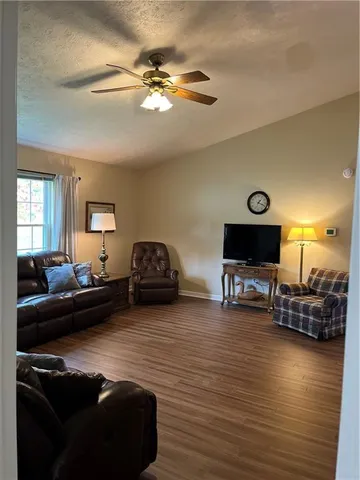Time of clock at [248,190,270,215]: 1:18
